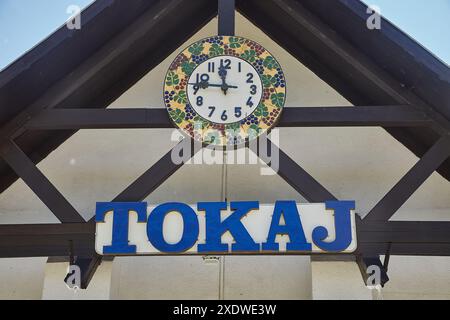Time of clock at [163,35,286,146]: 11:45
